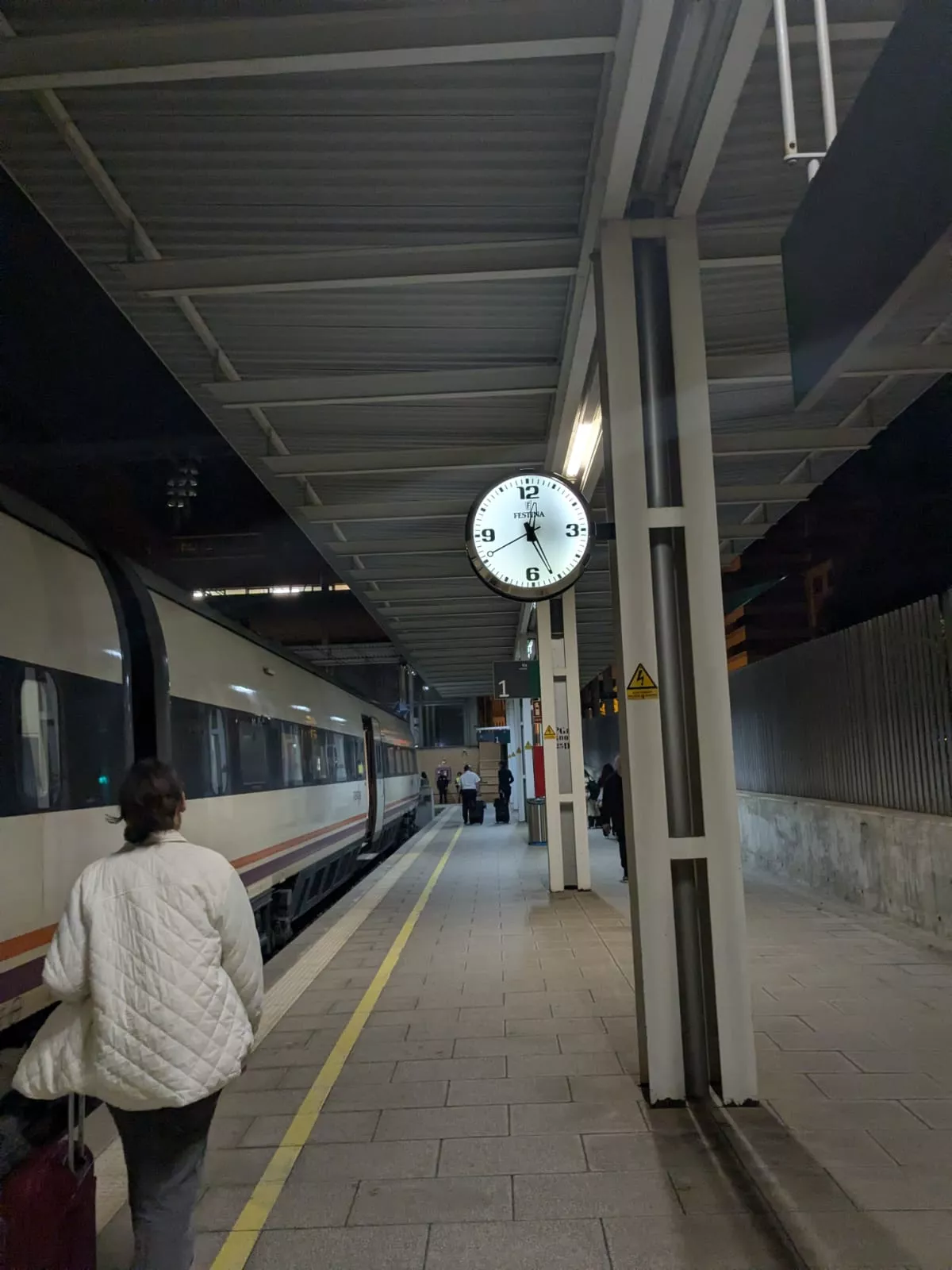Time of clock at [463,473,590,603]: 12:26
